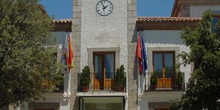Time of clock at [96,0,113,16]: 1:56
